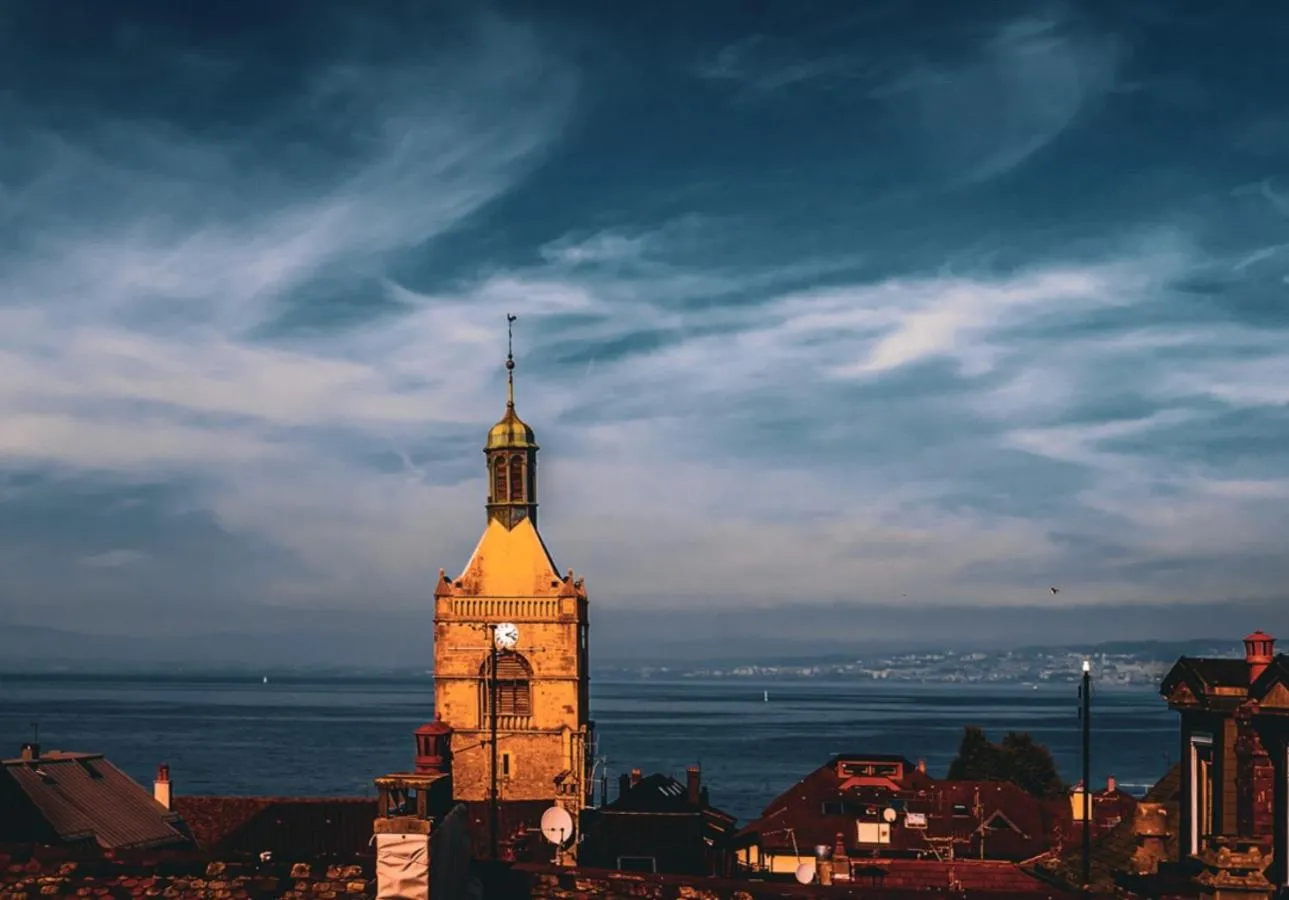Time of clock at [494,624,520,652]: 2:18
